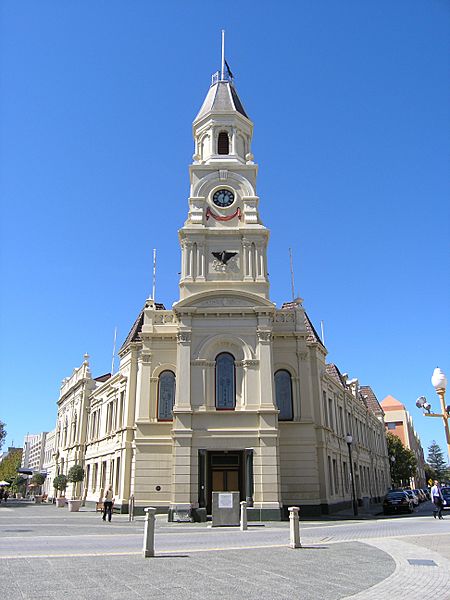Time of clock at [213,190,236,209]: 12:28
